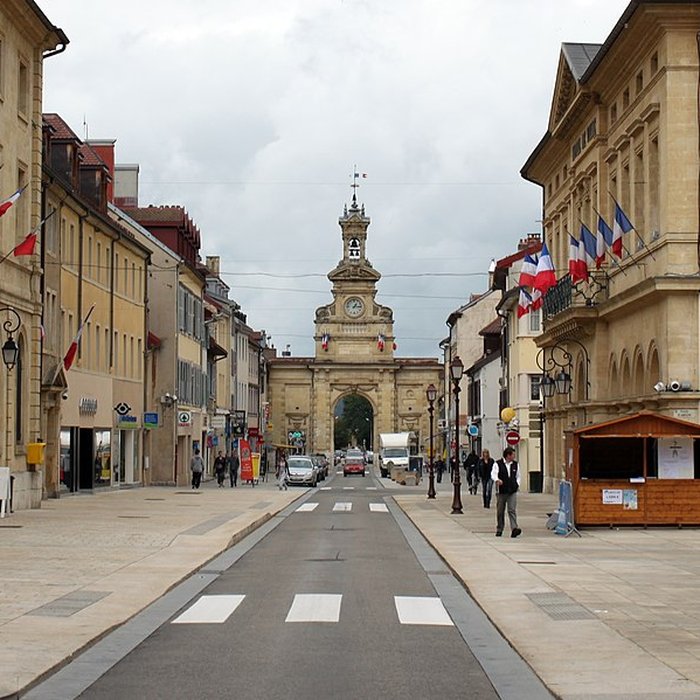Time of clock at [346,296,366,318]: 1:16
